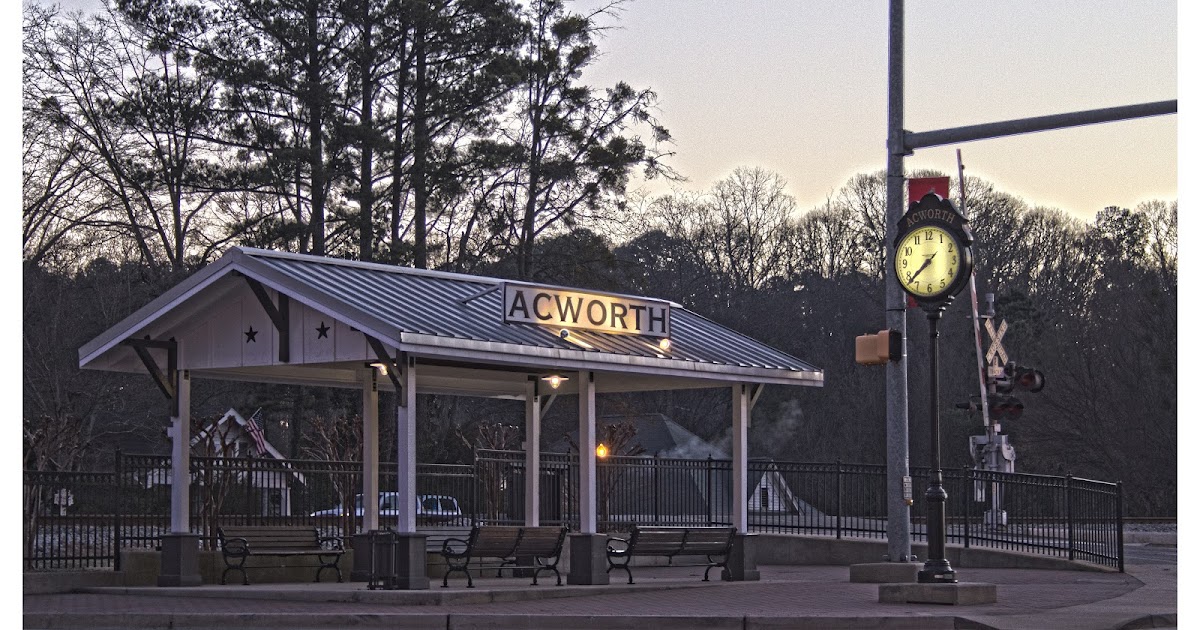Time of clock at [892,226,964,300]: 7:37
